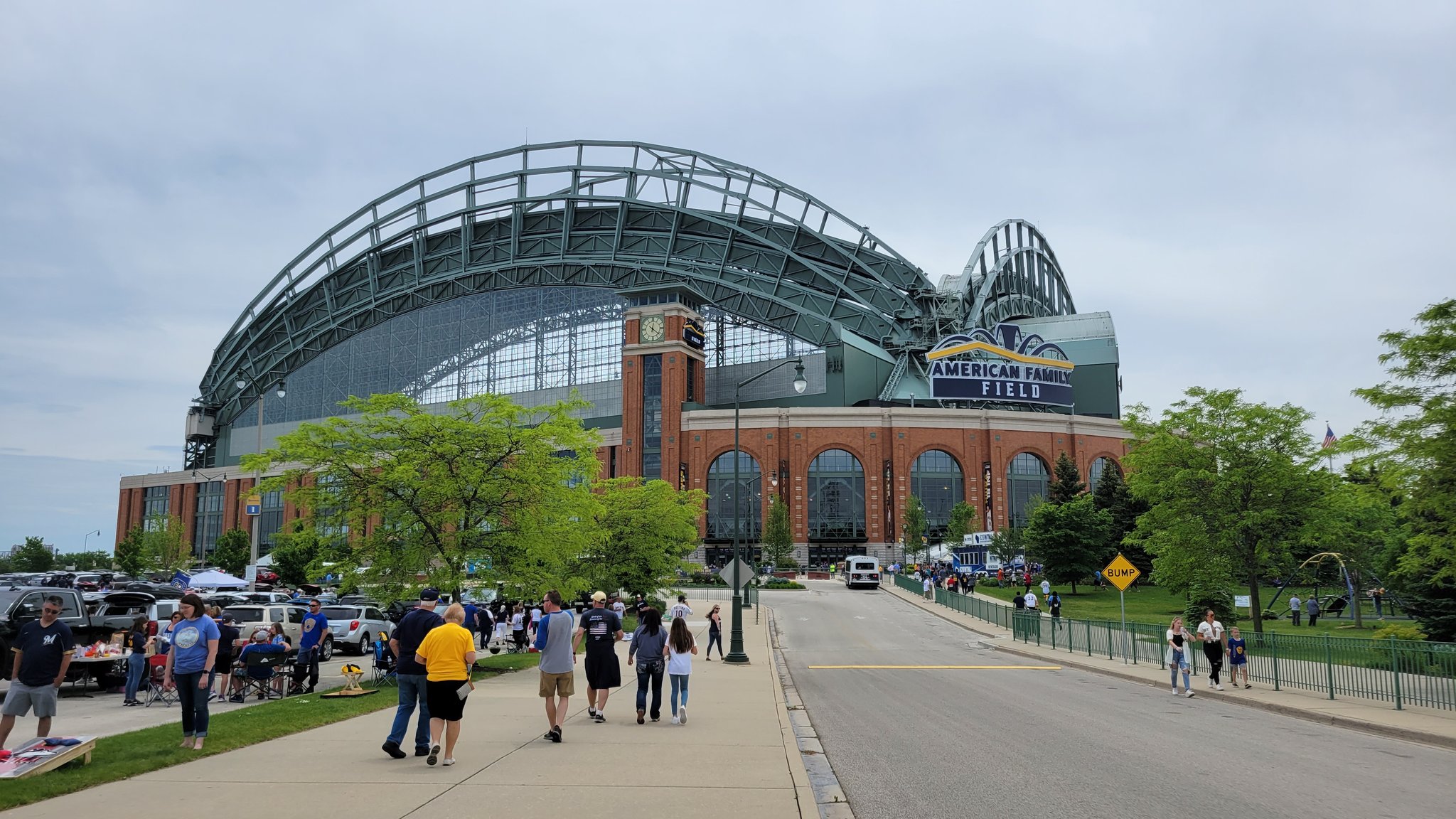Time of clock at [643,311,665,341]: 12:21
